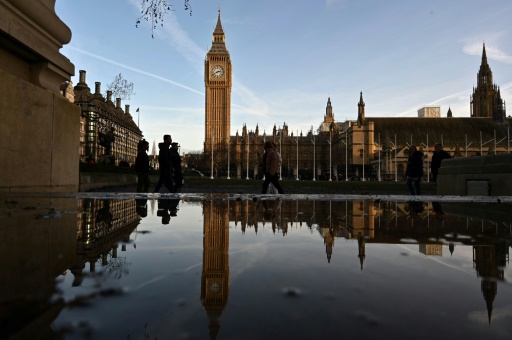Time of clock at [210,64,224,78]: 2:40
